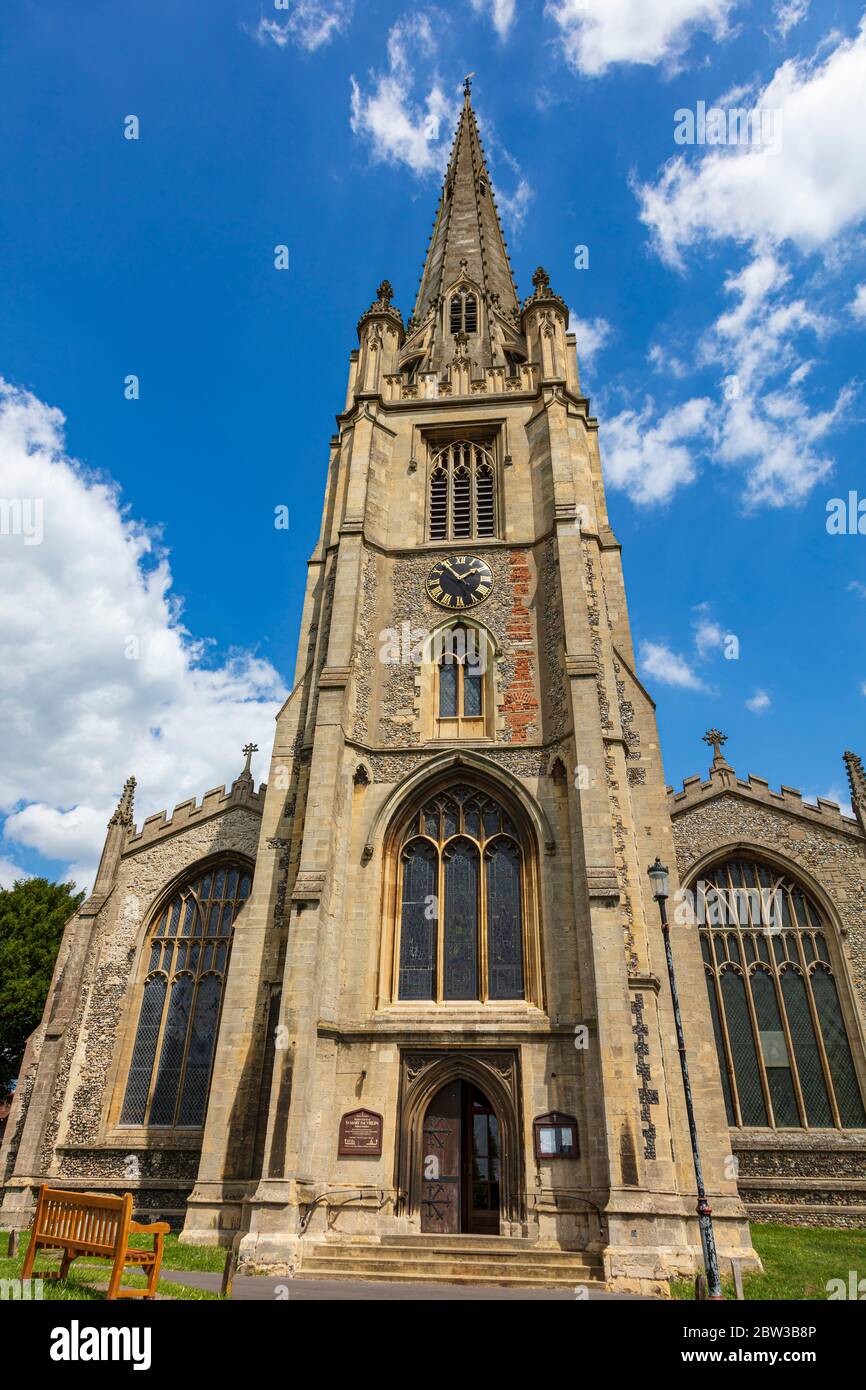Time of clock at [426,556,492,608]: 1:53
